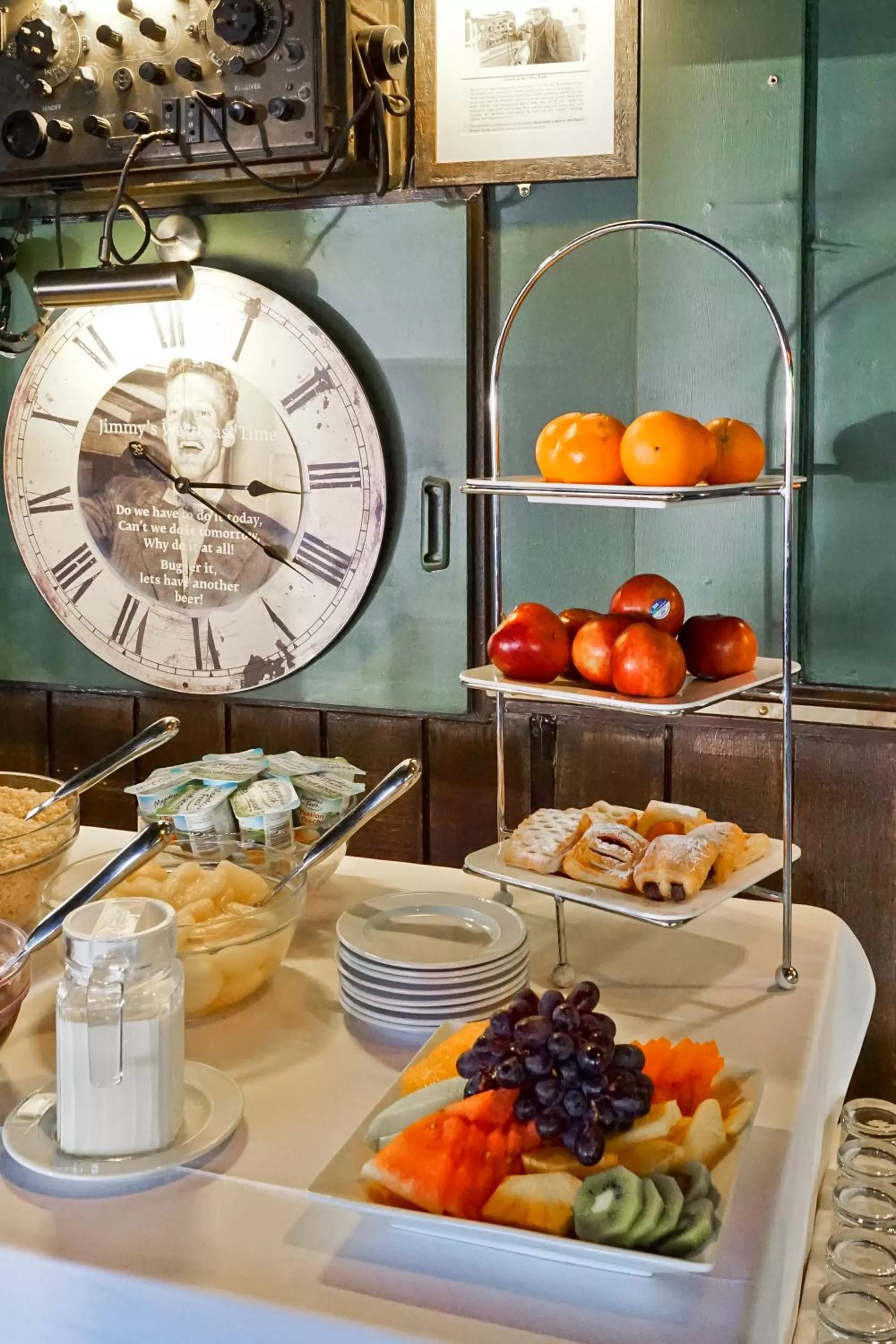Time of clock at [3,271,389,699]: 3:20
